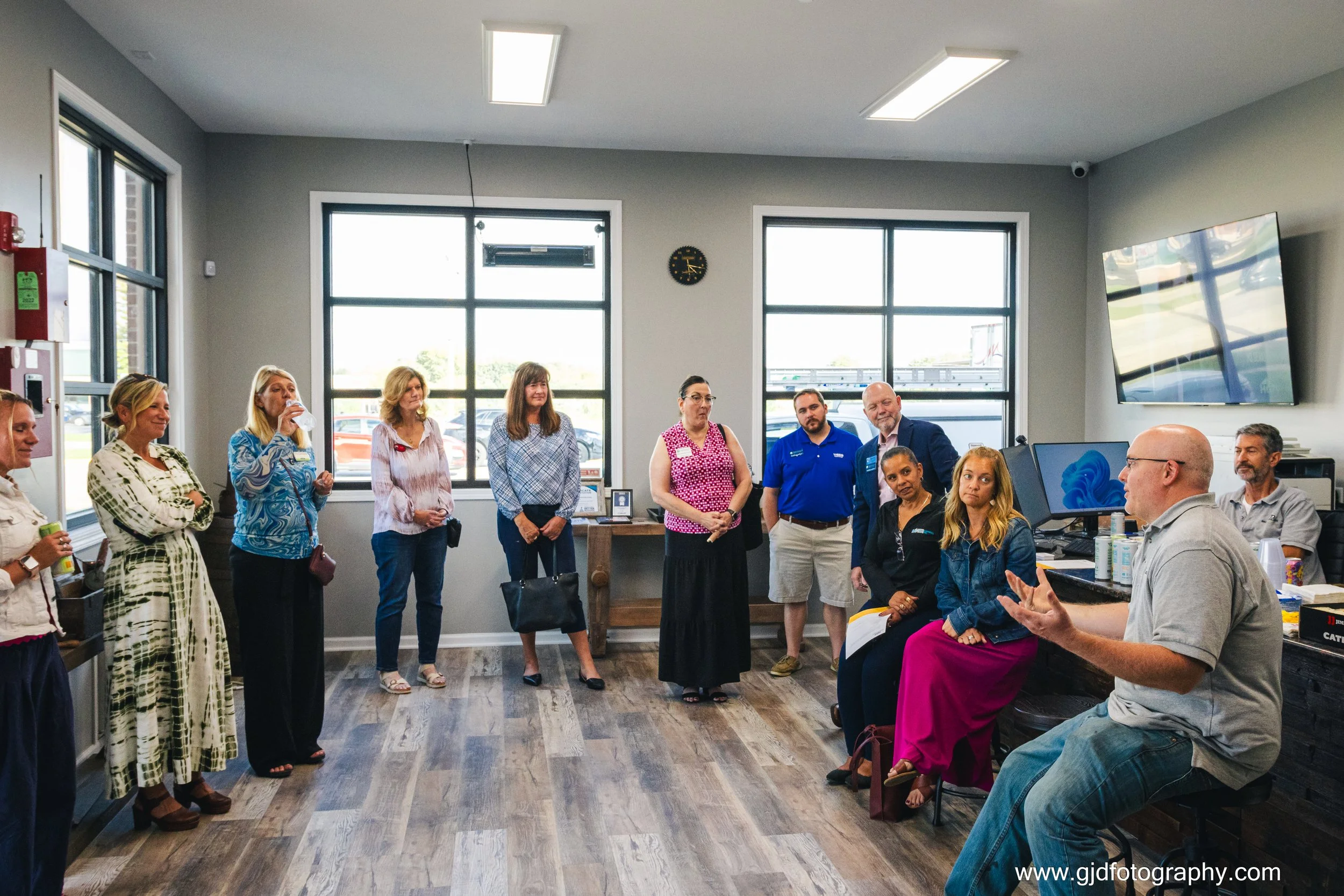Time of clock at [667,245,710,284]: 4:16
